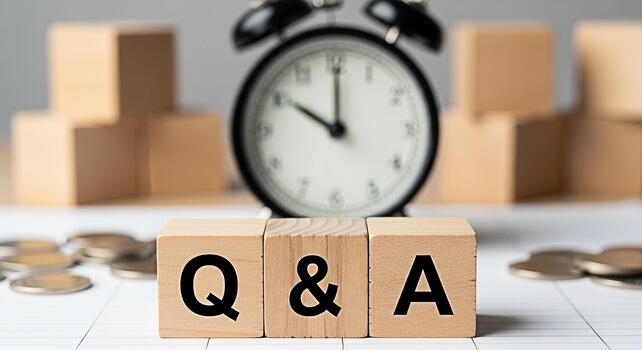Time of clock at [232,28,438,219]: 10:00
